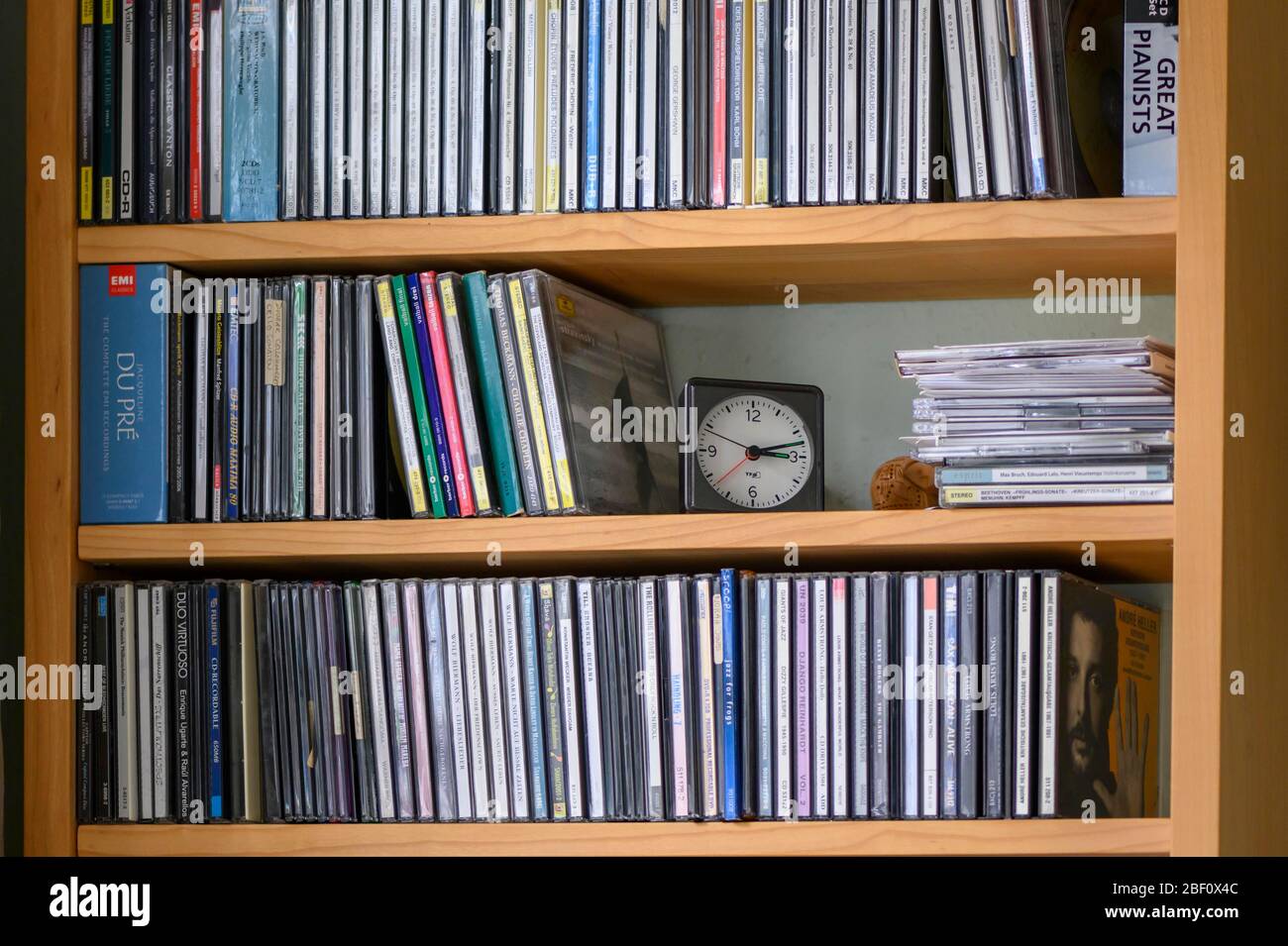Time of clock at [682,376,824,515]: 3:12
